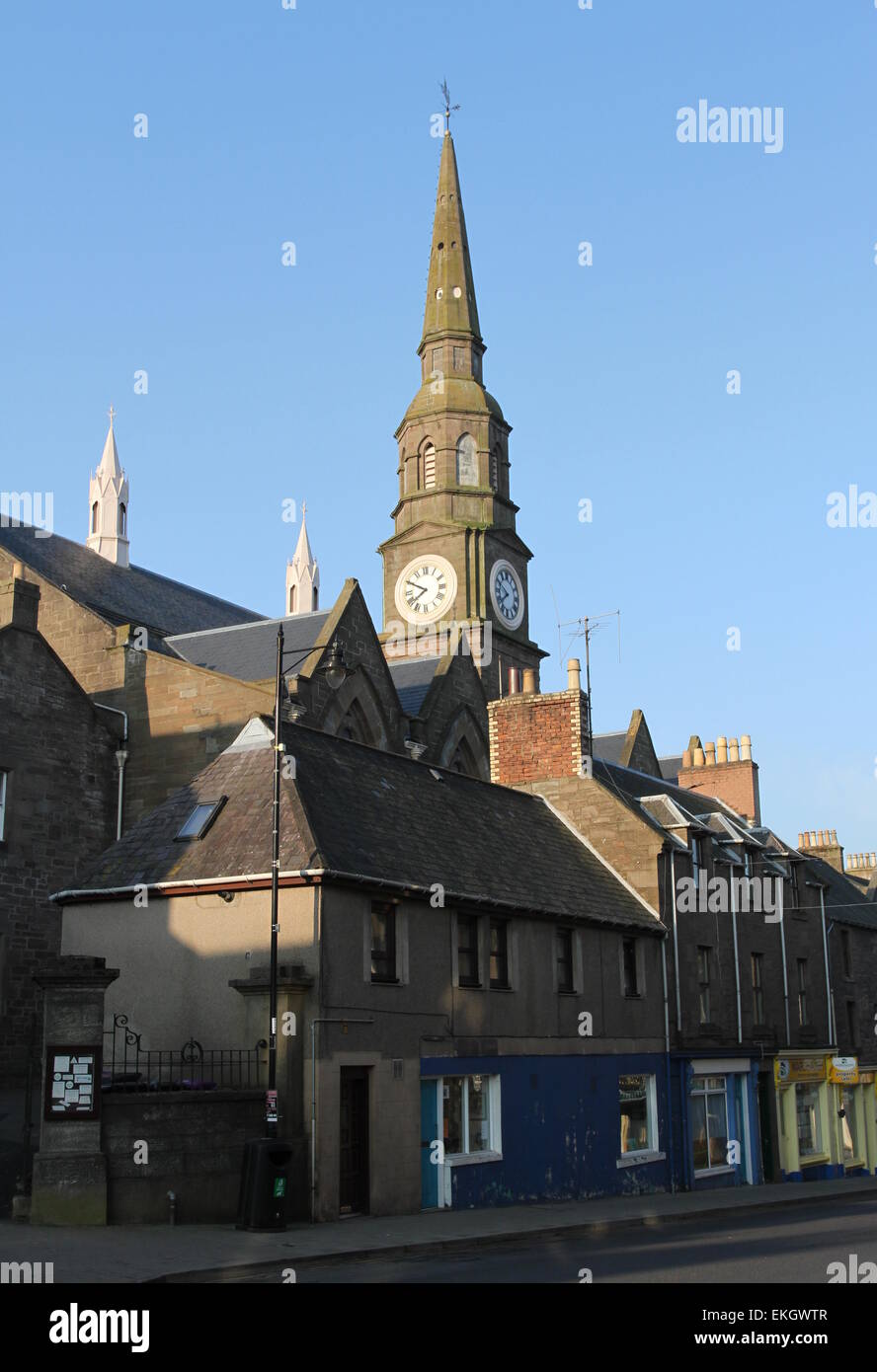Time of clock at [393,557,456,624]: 7:49
